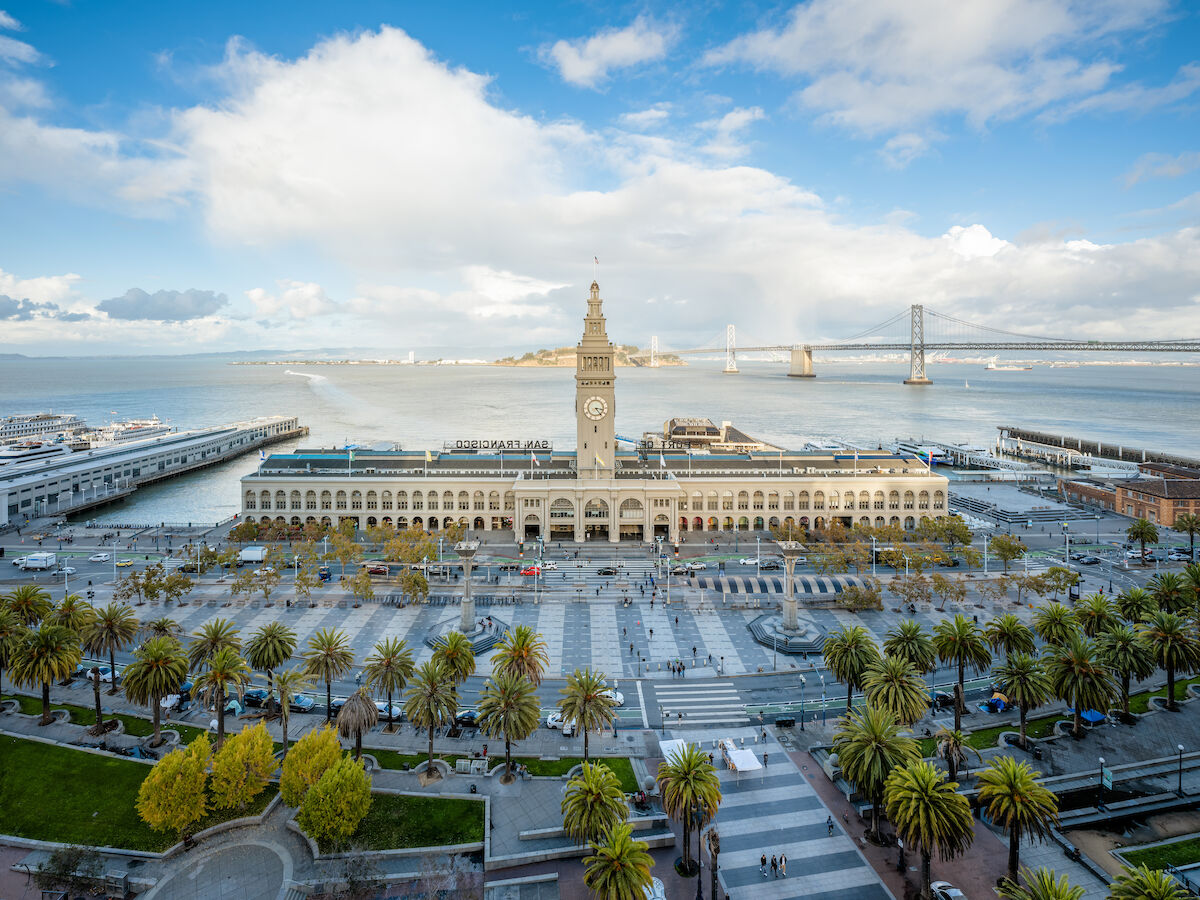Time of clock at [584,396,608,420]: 3:23
